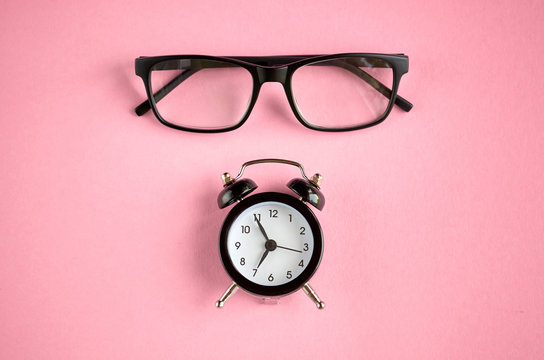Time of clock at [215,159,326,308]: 6:54
